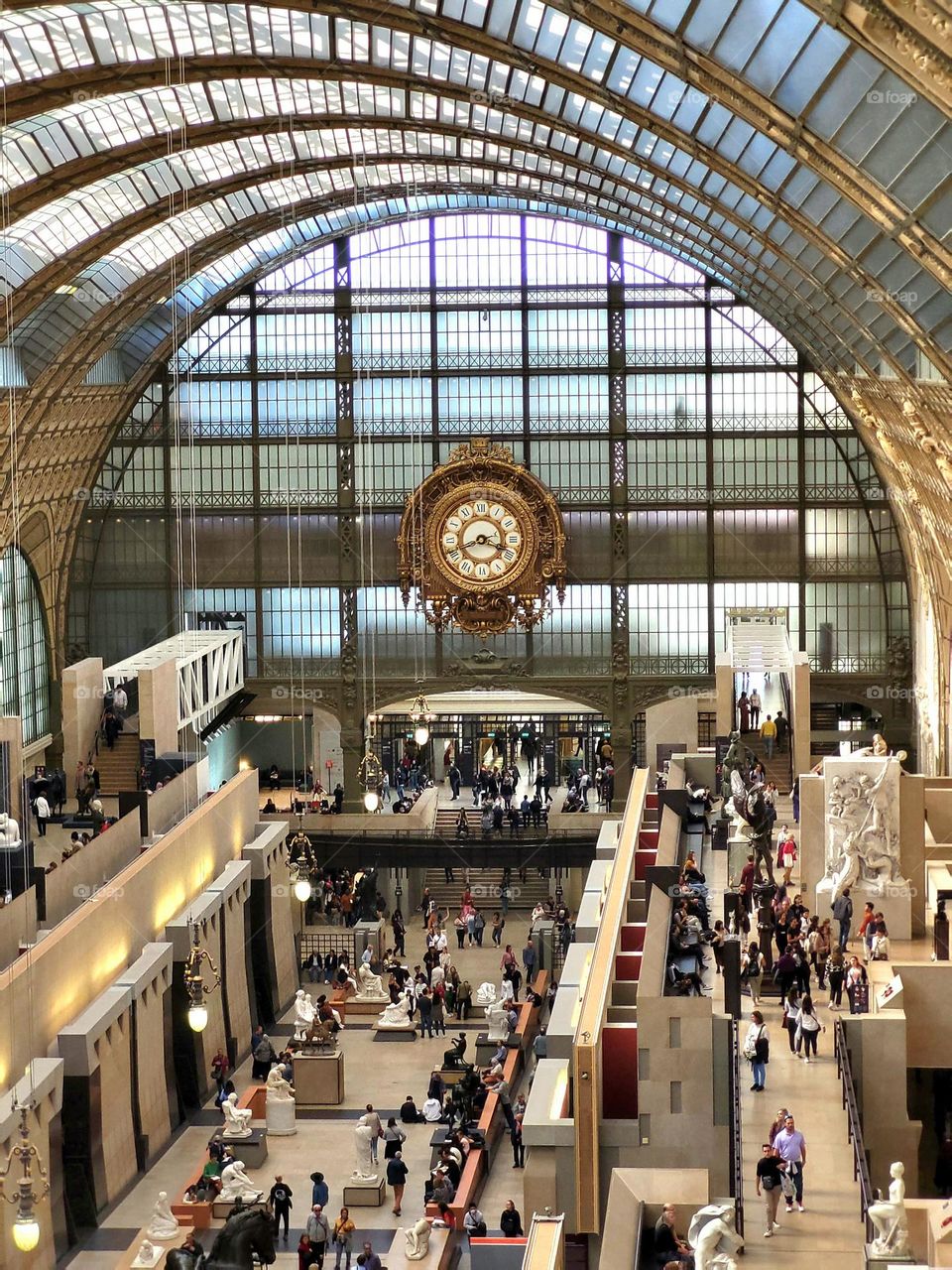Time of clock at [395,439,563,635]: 8:18
